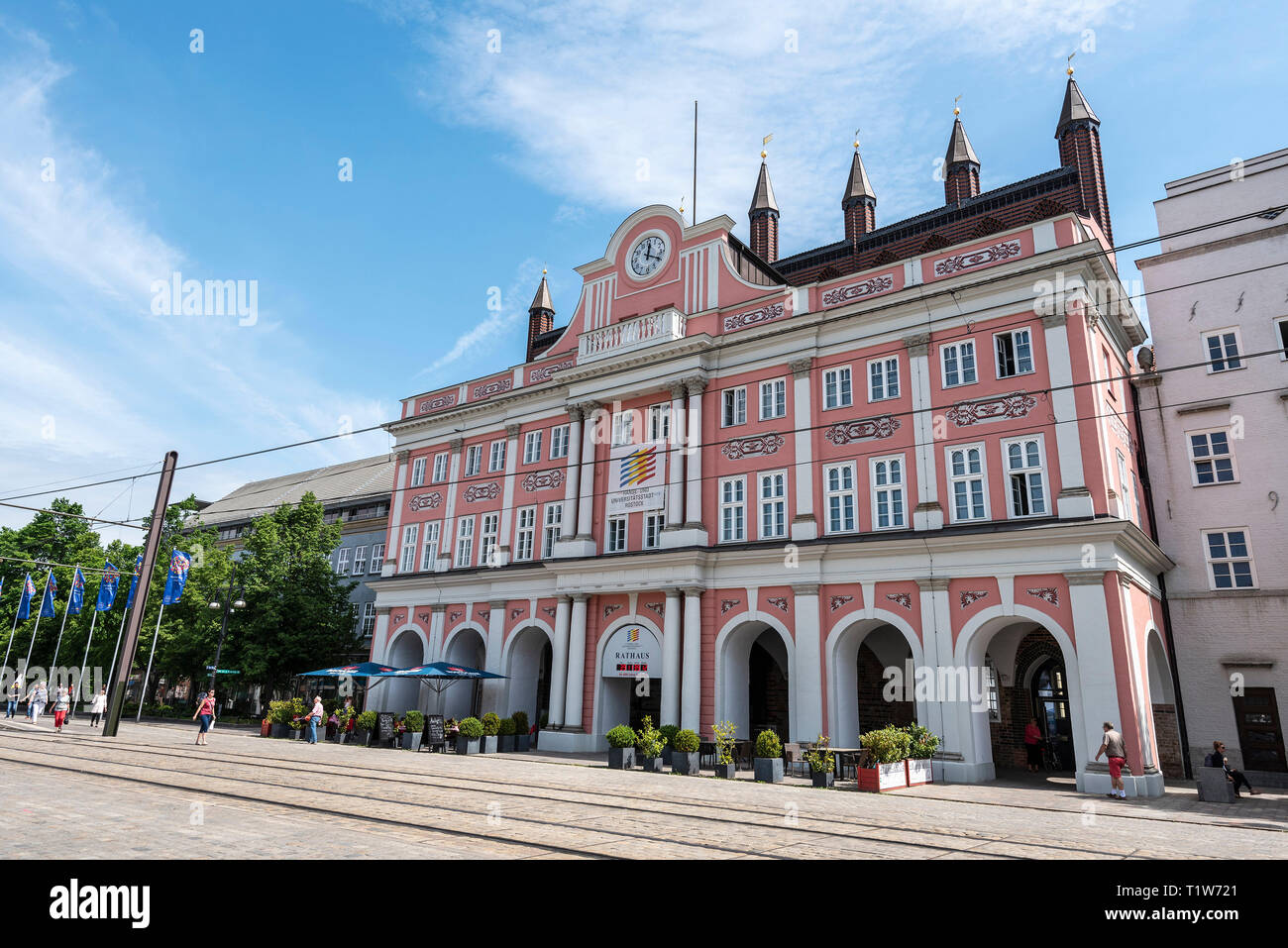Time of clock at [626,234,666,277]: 12:19
